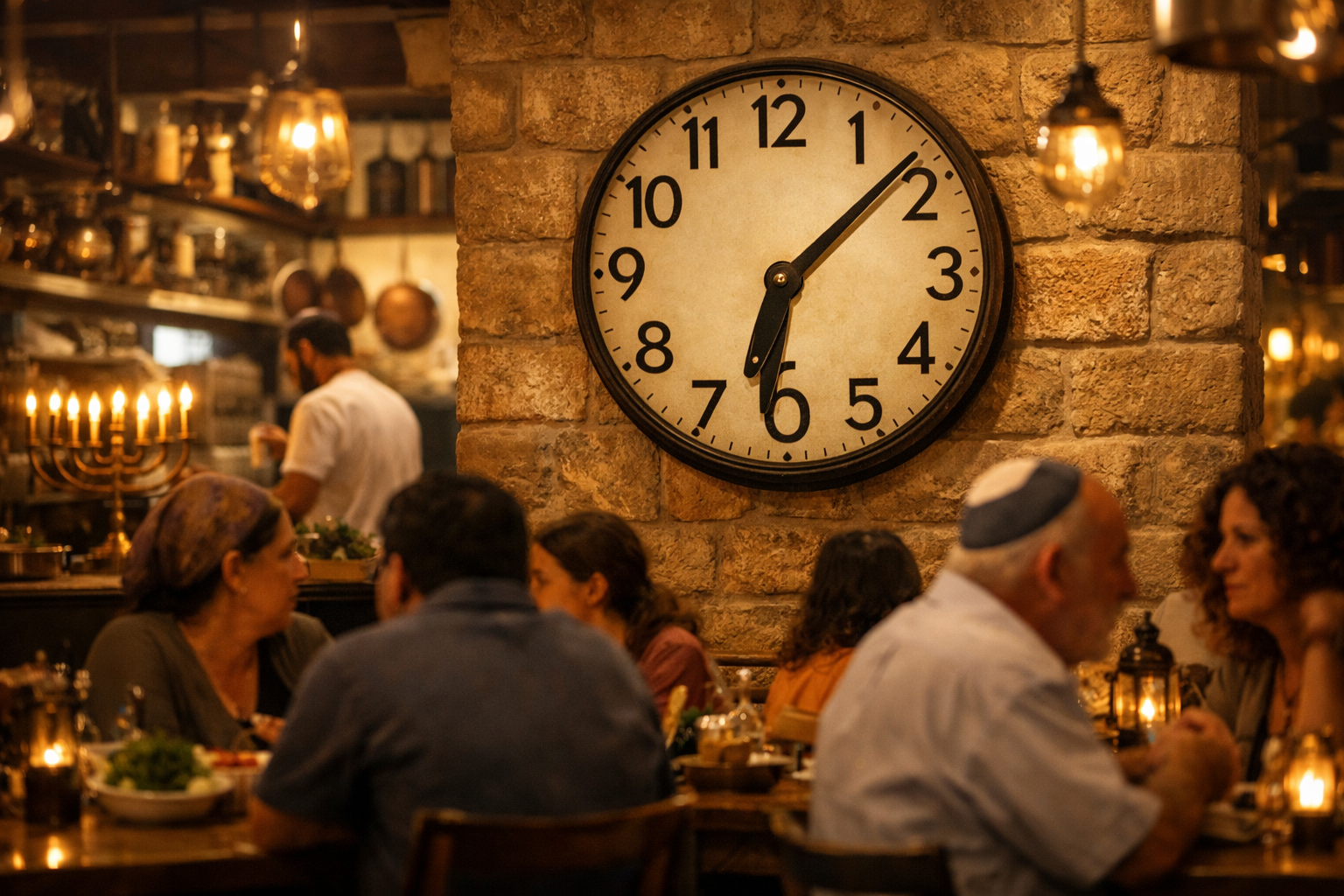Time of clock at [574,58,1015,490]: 6:08
